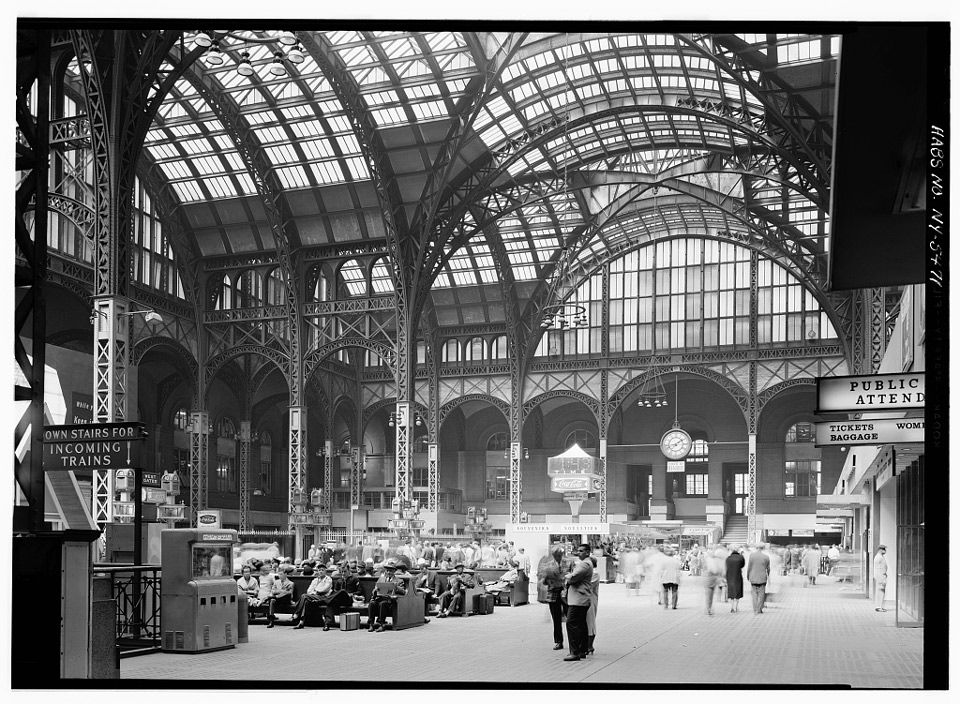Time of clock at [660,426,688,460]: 1:42
